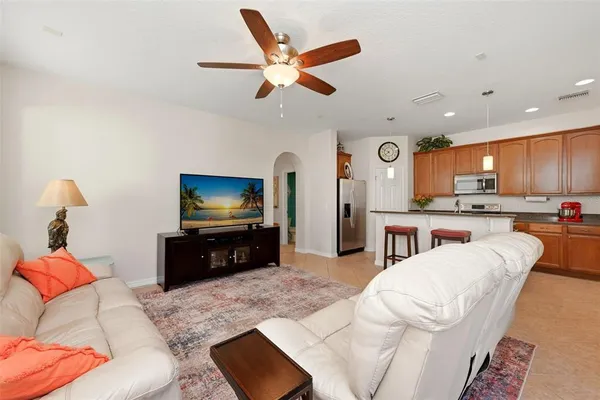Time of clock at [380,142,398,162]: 7:49
